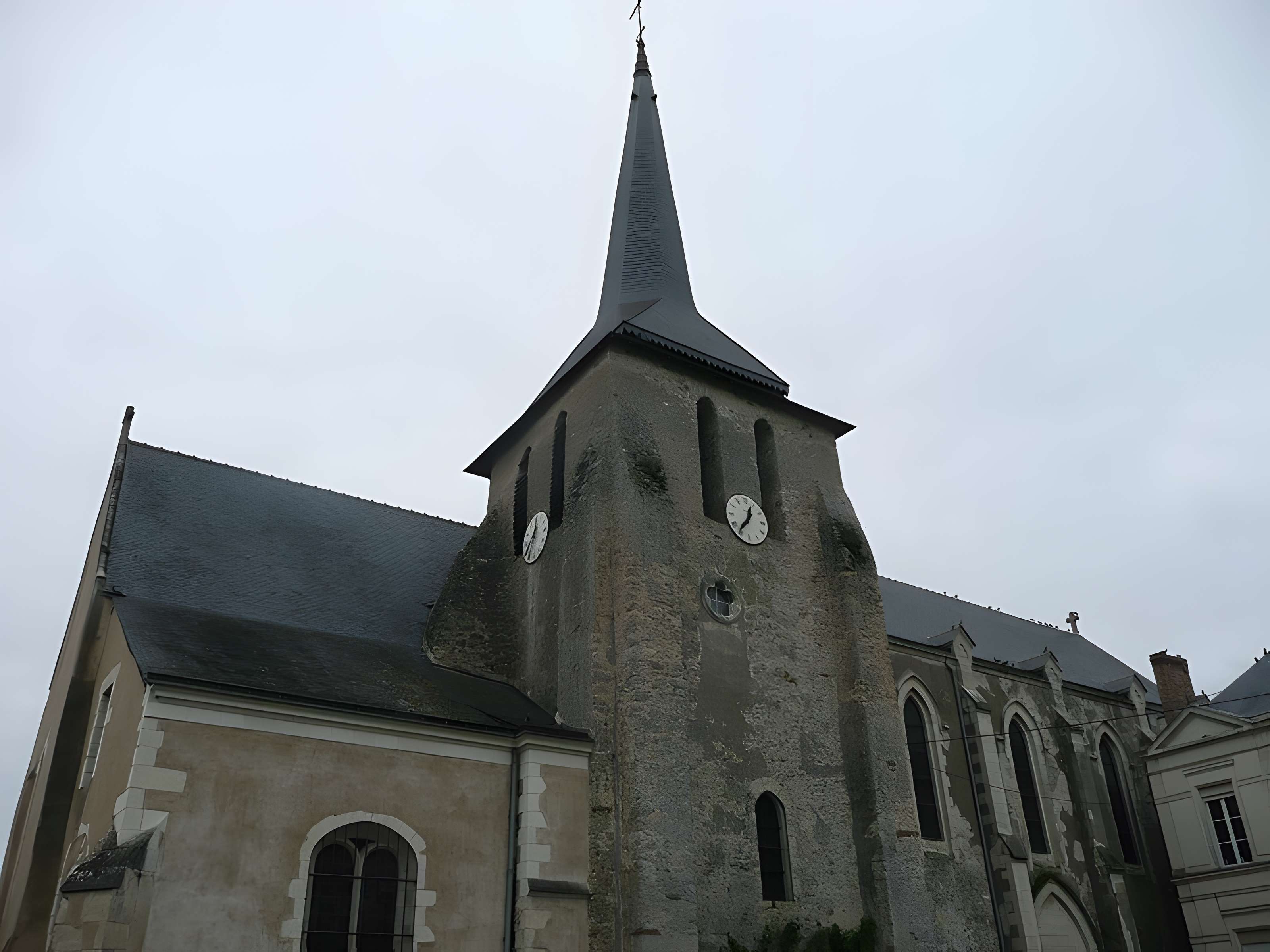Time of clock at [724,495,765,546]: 12:36
